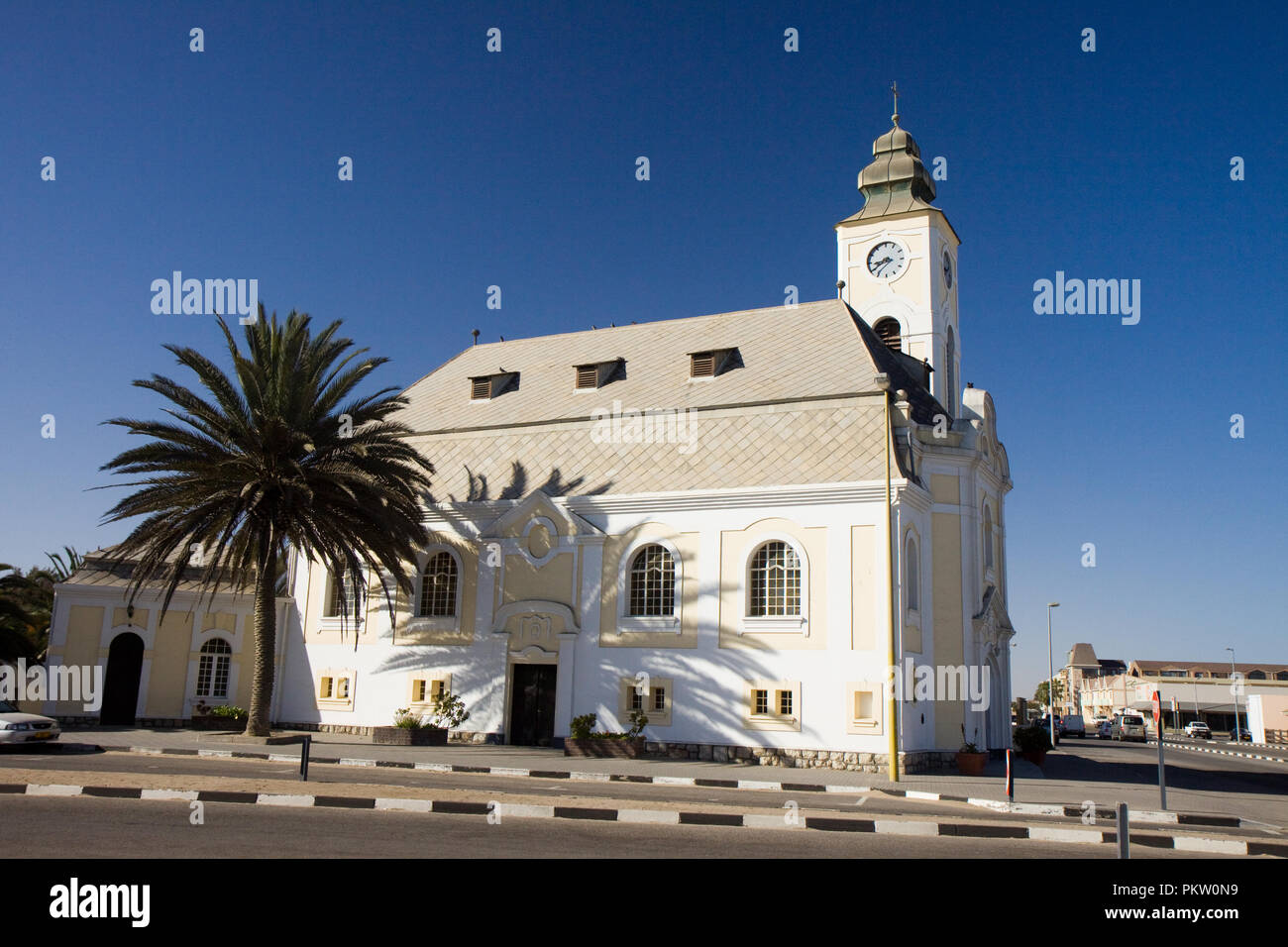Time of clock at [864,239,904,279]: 8:39
